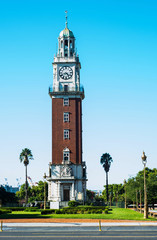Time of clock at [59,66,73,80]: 4:41
